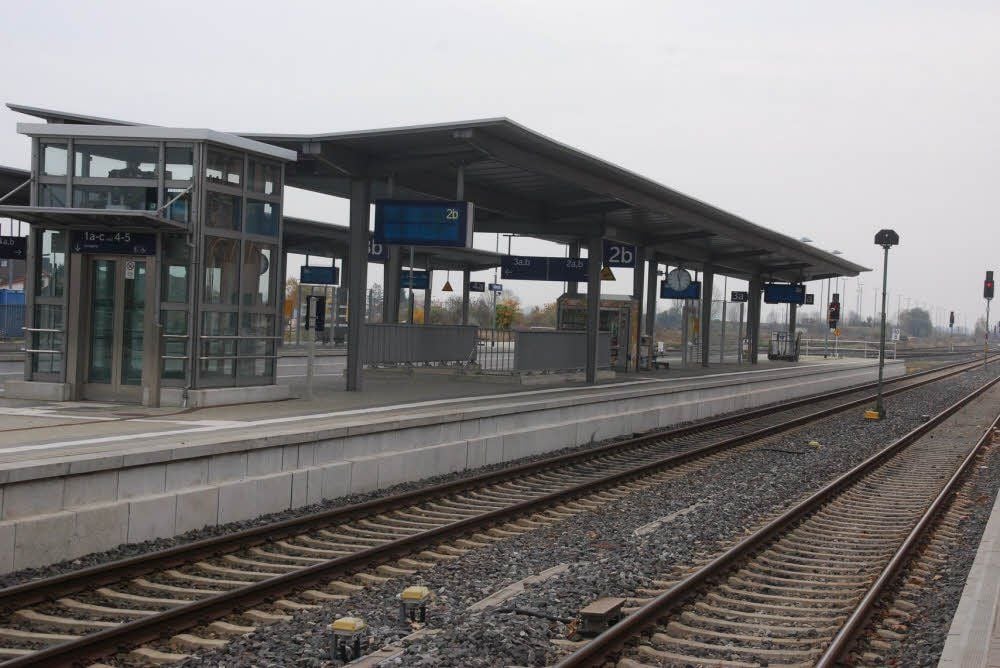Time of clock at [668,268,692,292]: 11:28
